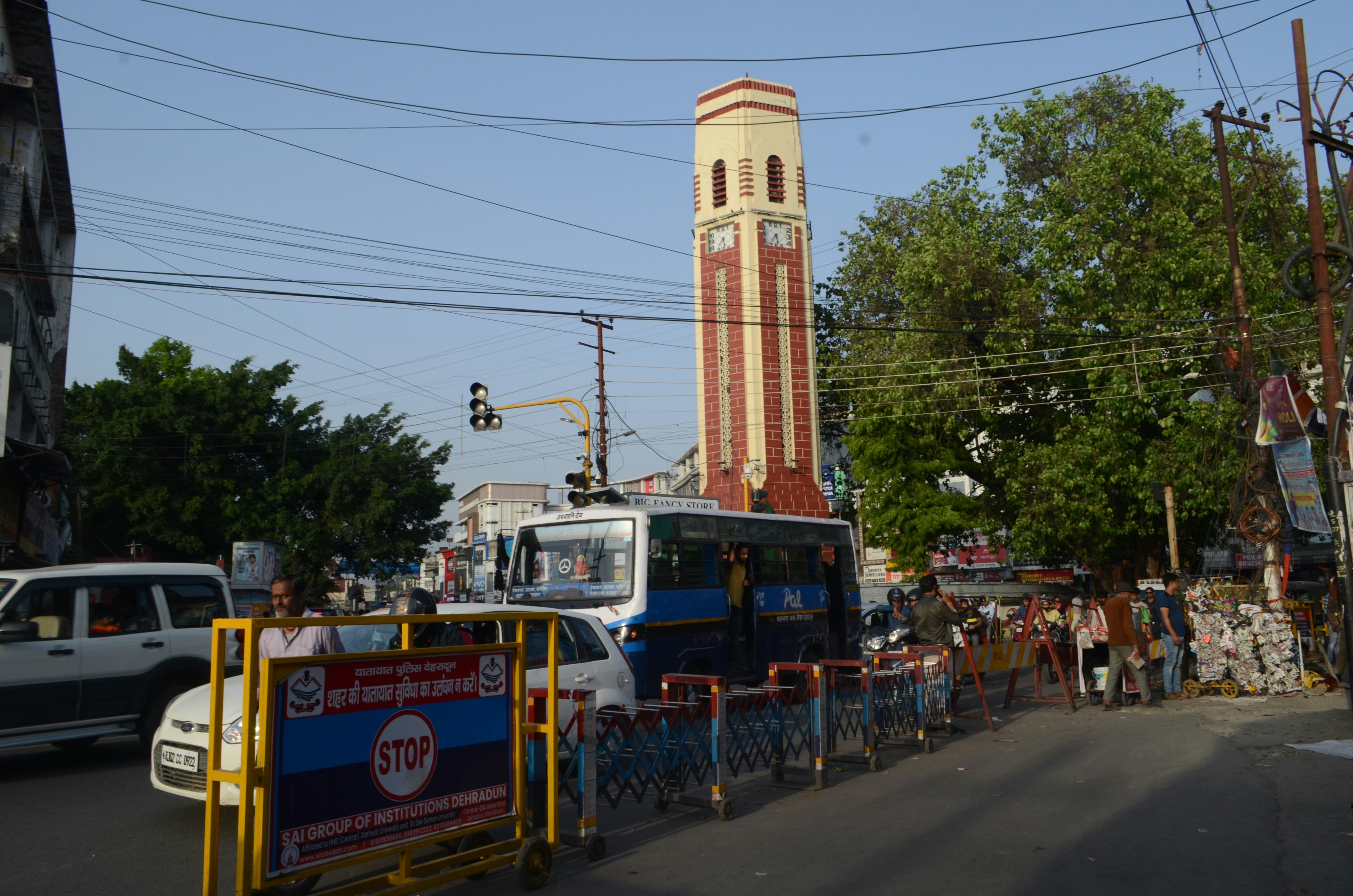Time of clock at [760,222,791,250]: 5:36
